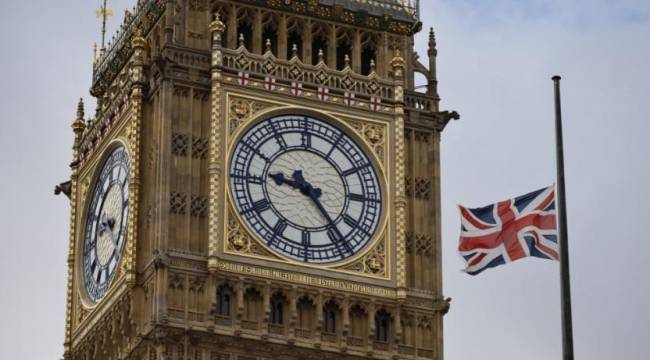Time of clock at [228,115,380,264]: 9:23
